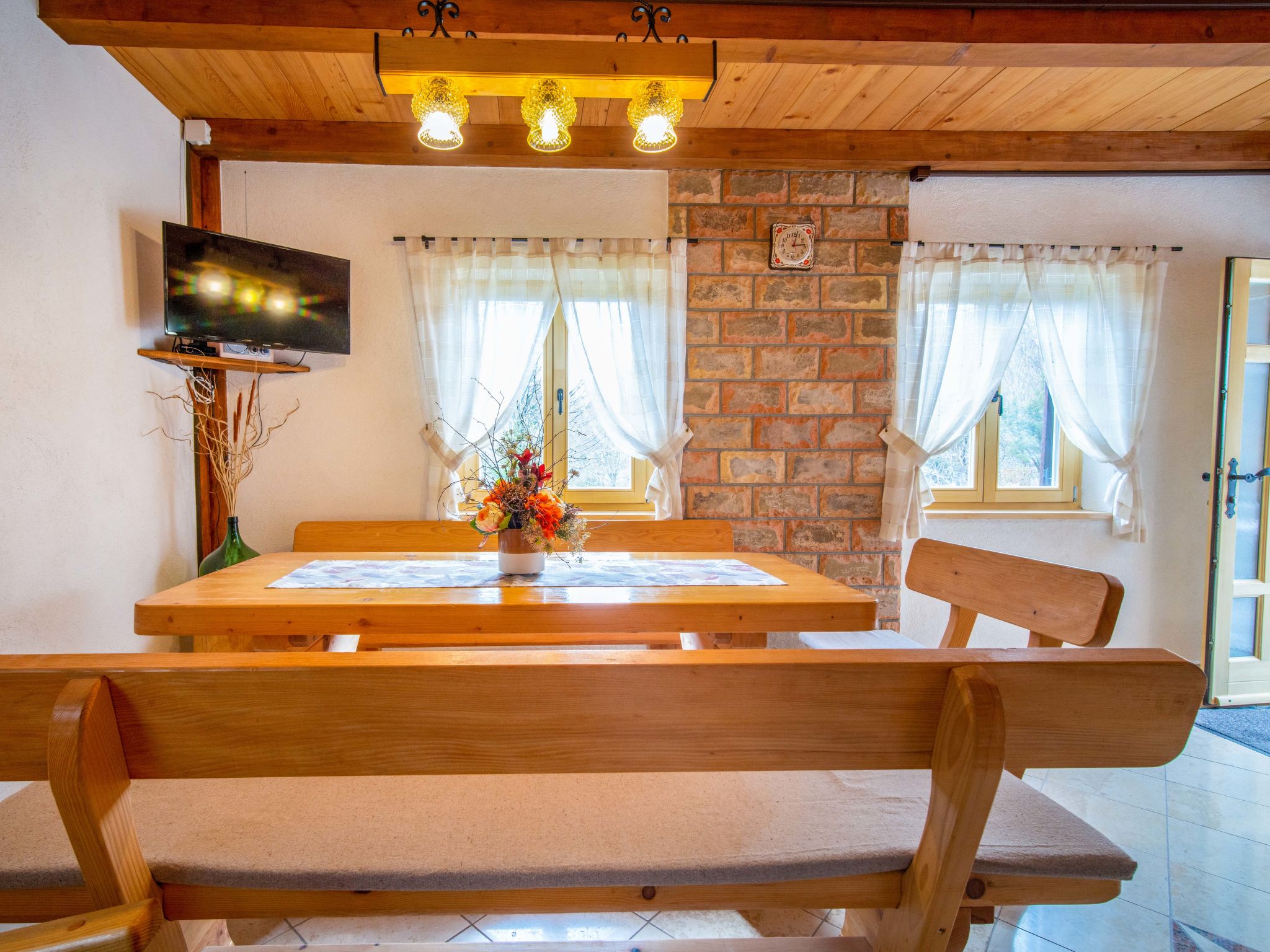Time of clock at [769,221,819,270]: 3:02
